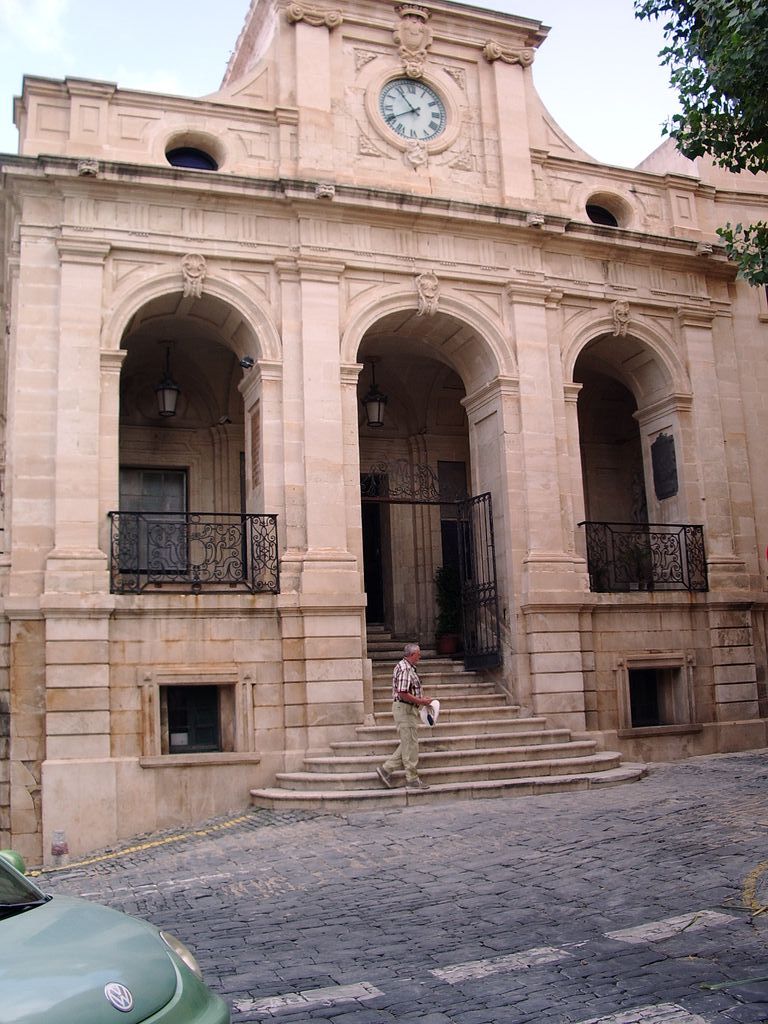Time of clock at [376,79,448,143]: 10:40
